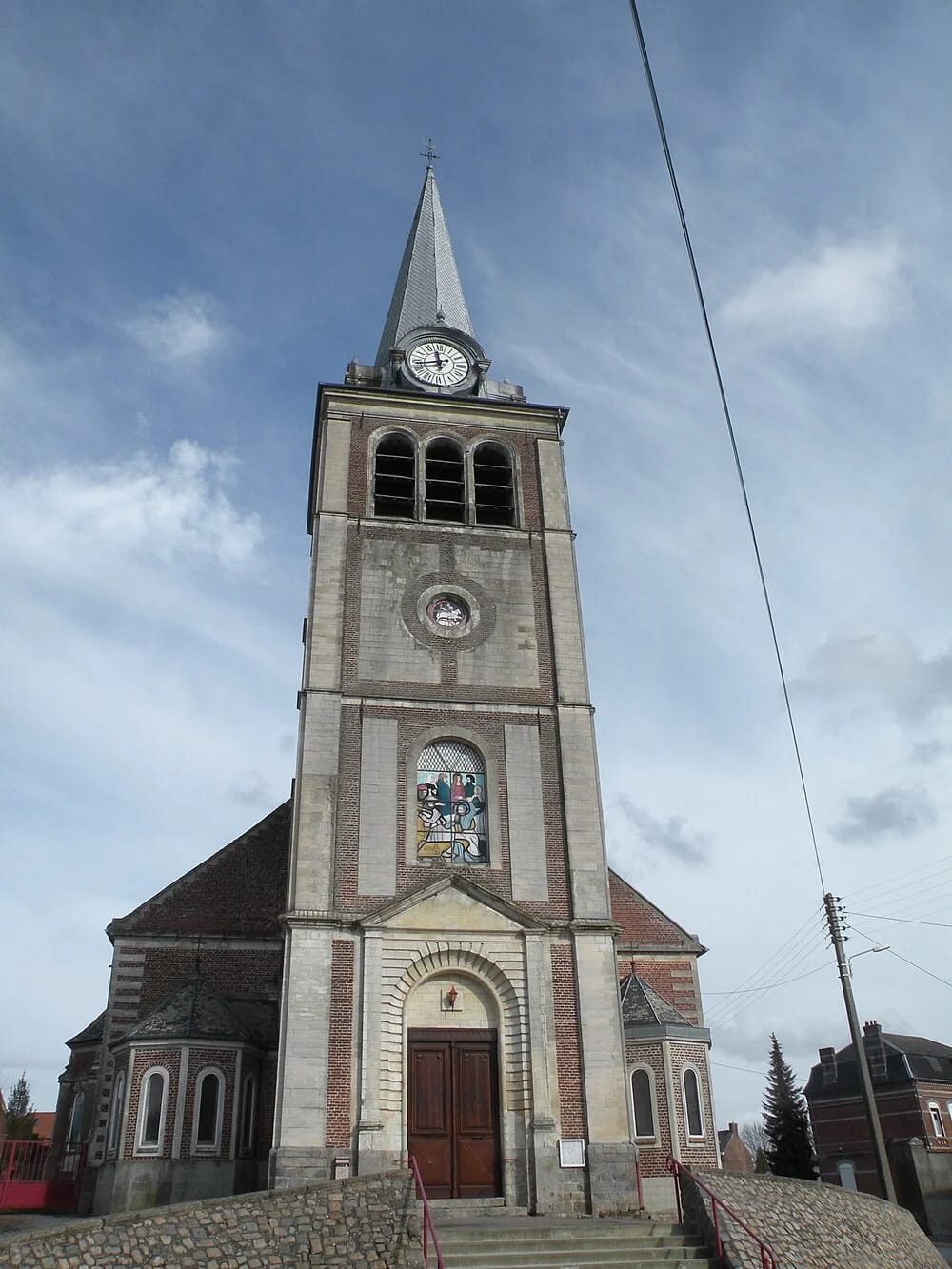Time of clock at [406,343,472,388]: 11:42
